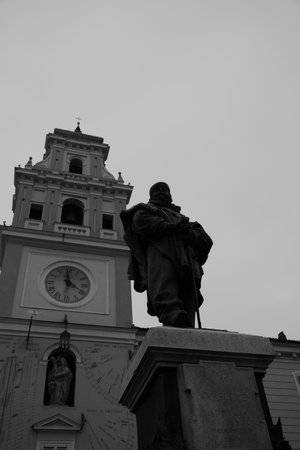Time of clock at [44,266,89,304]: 3:58
